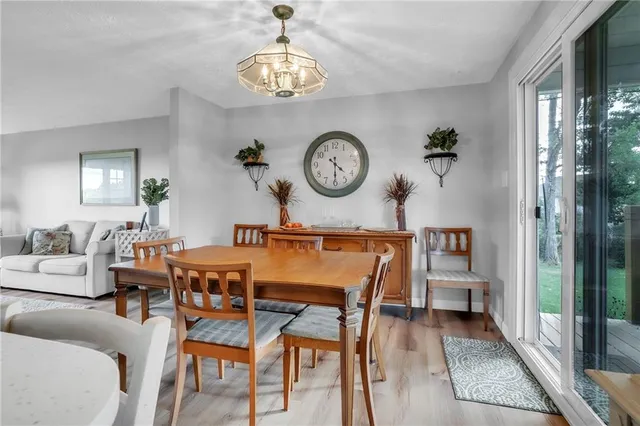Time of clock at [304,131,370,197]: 4:30
